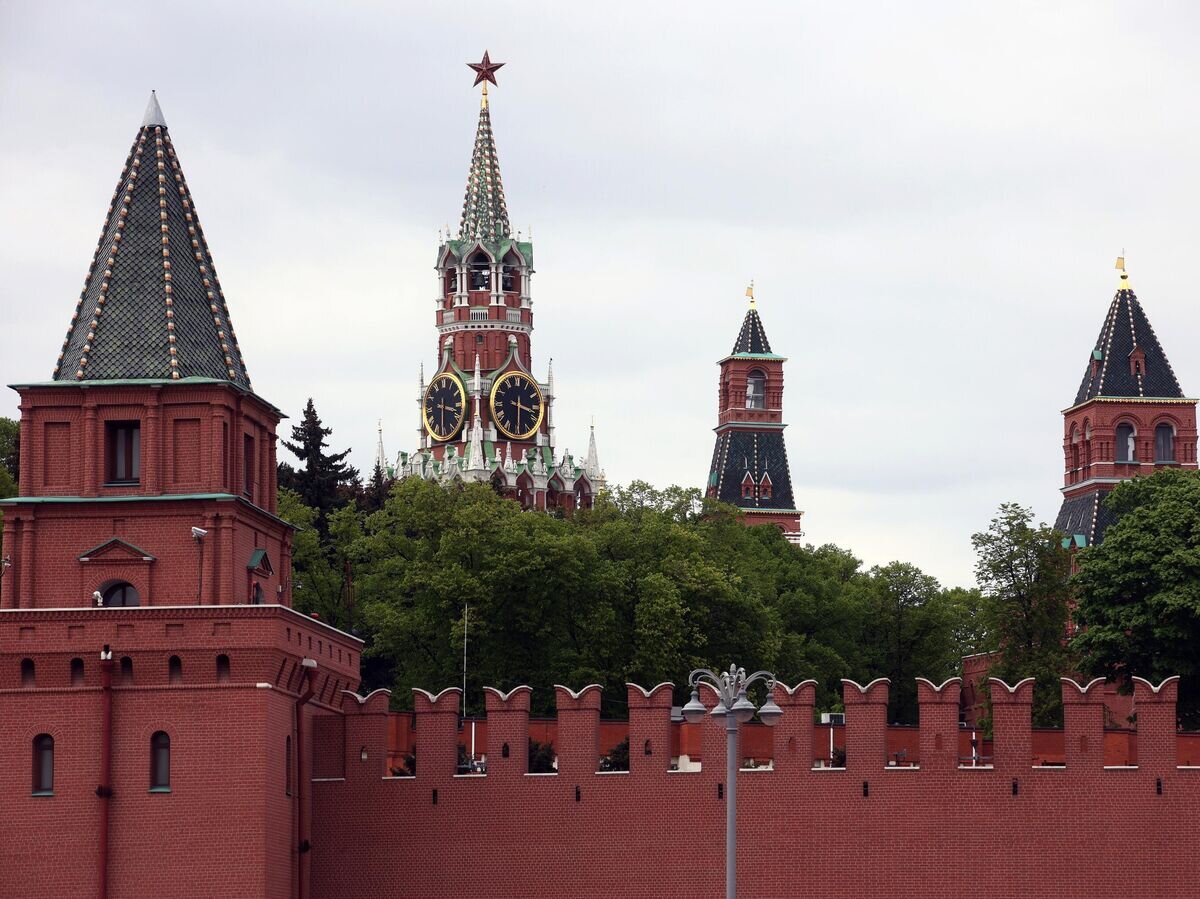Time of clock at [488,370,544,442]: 3:29
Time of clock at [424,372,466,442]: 3:30
